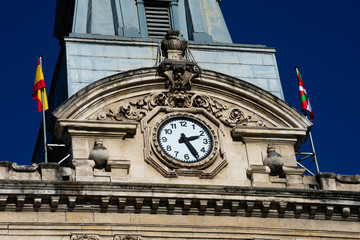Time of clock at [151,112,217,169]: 2:25
